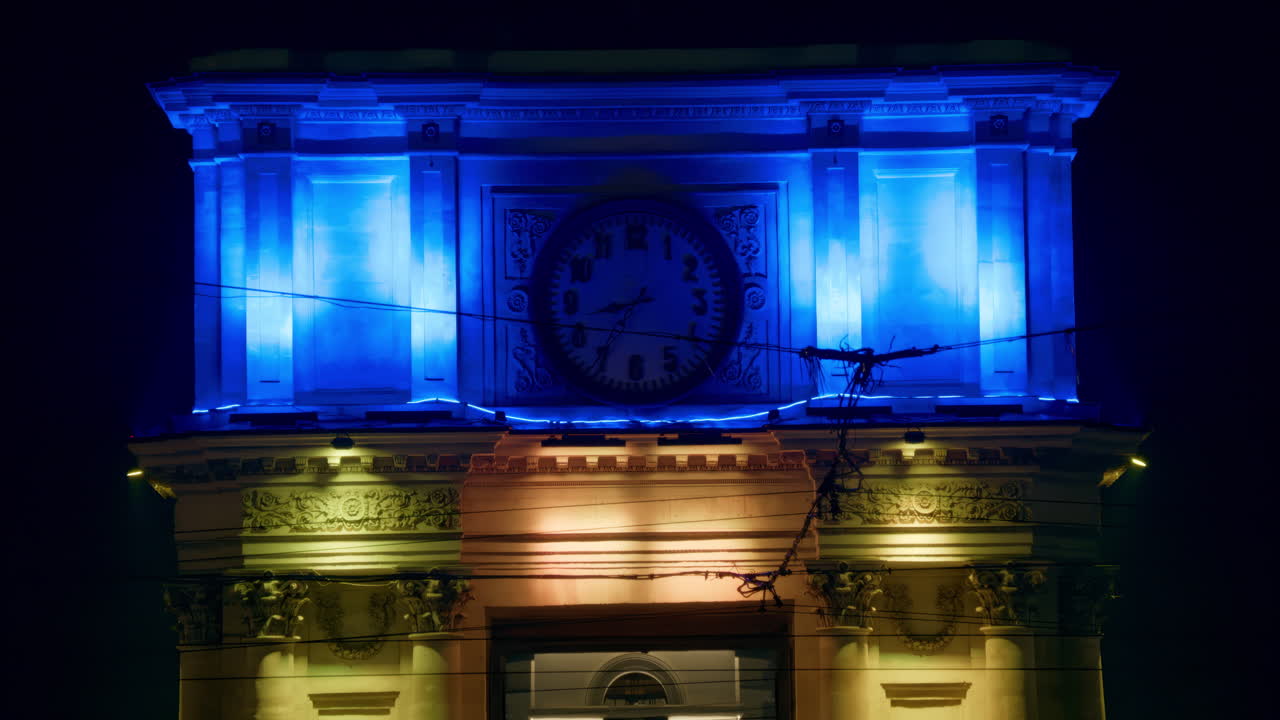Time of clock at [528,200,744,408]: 8:35
